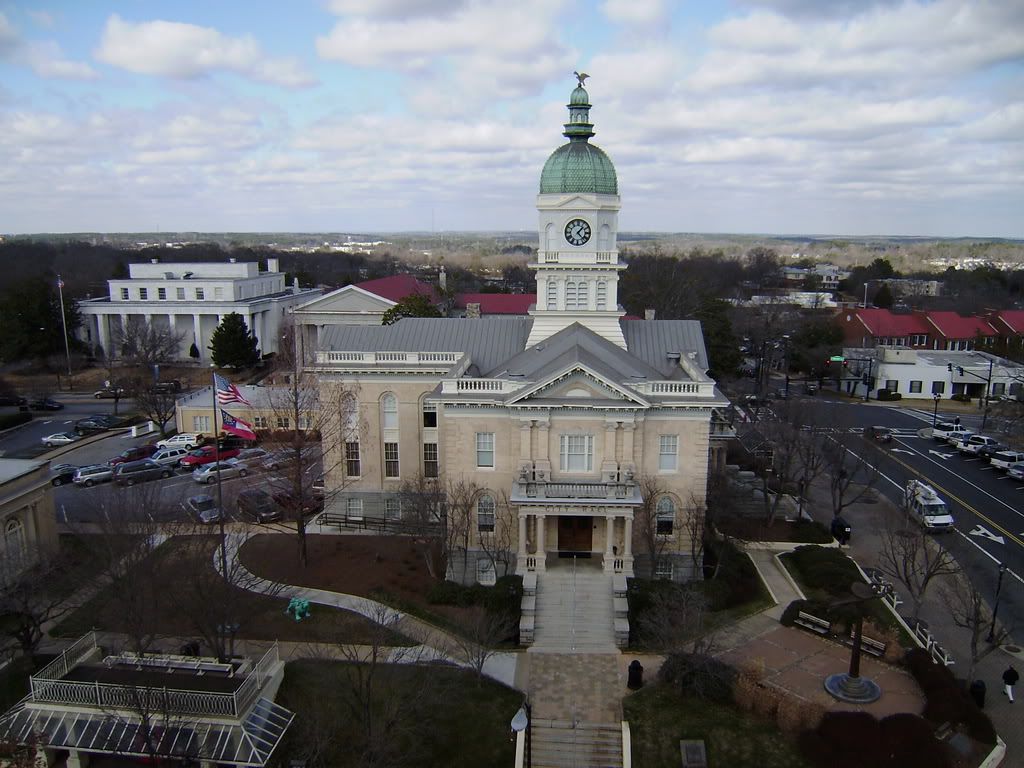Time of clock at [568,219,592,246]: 1:22
